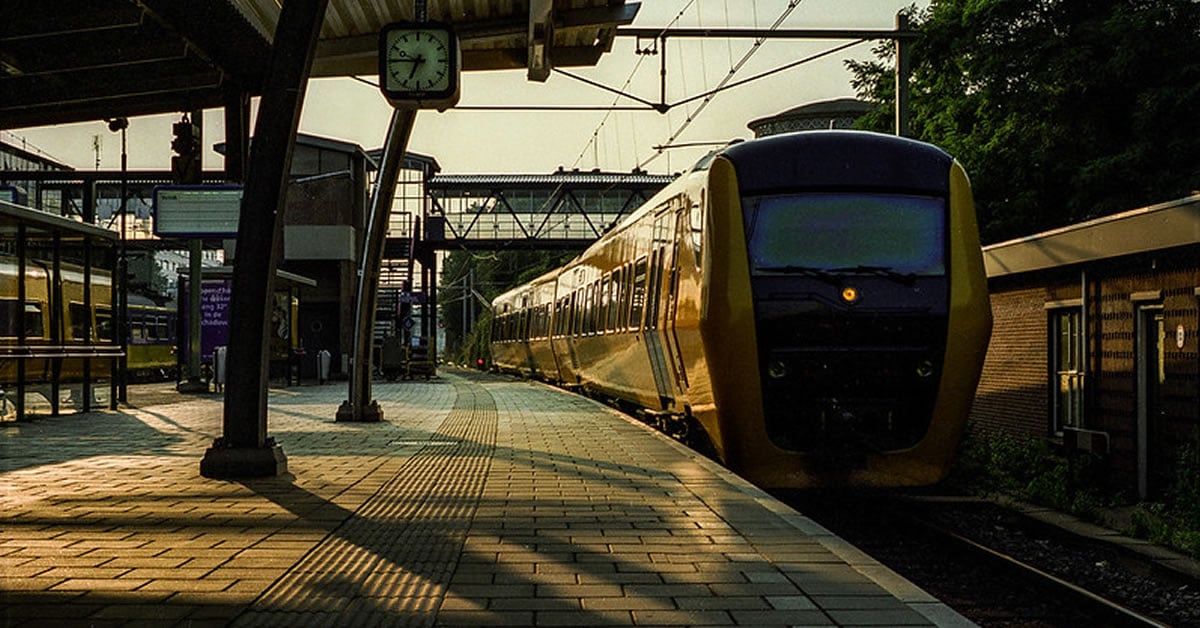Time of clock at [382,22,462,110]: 6:45
